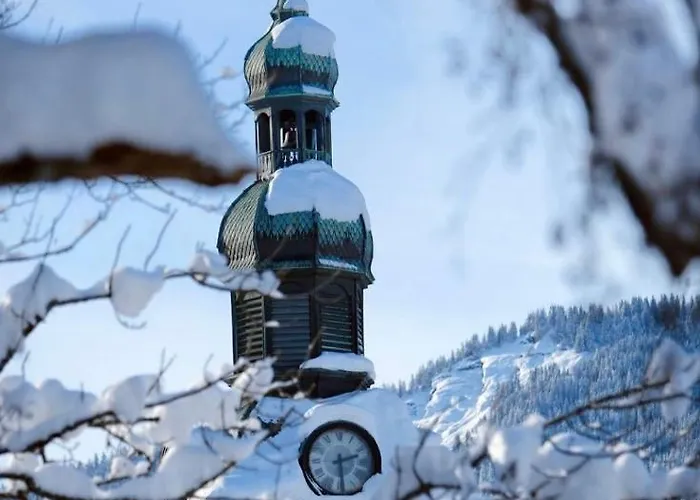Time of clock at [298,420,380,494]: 2:29
